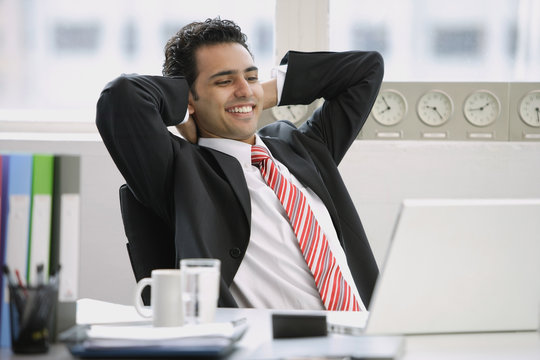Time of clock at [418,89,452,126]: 9:23
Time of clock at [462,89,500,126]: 1:43
